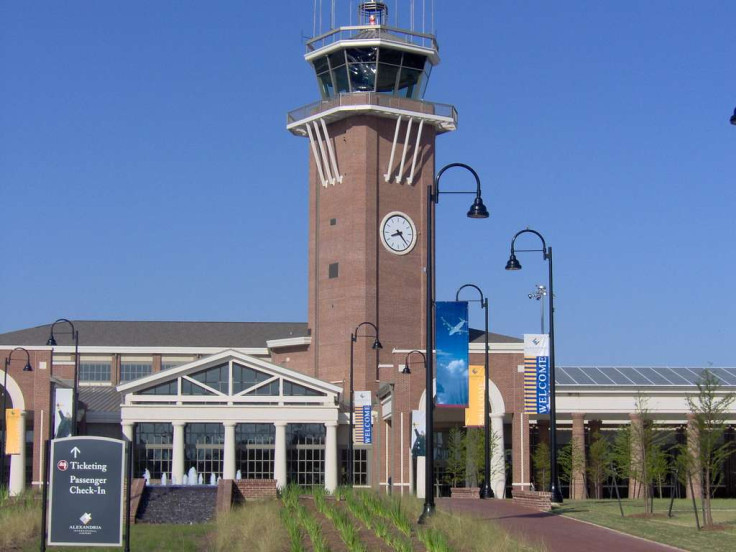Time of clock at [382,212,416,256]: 8:22
